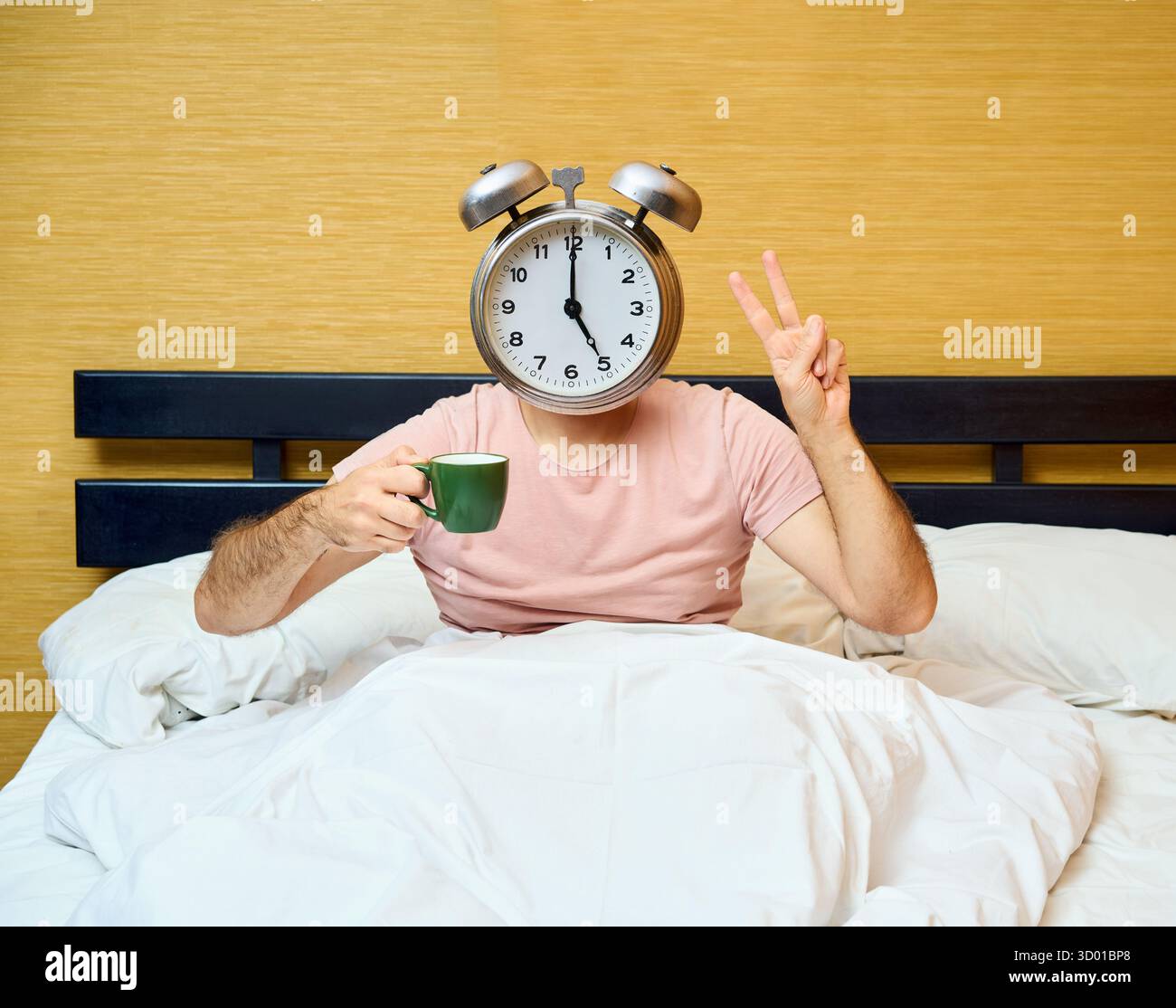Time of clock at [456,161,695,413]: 5:00
